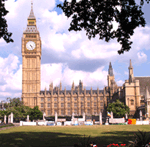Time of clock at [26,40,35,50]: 4:24
